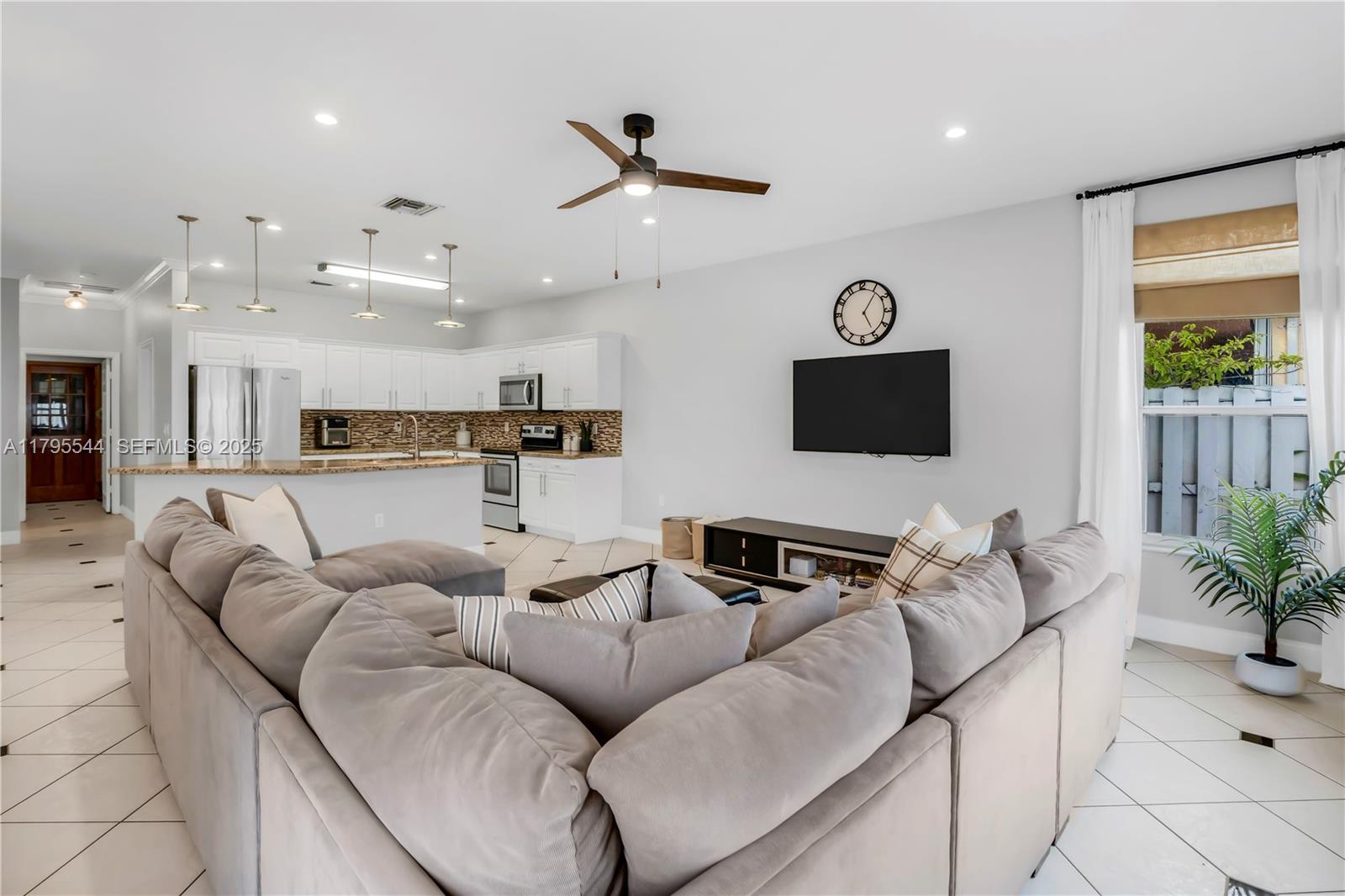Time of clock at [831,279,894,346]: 5:05
